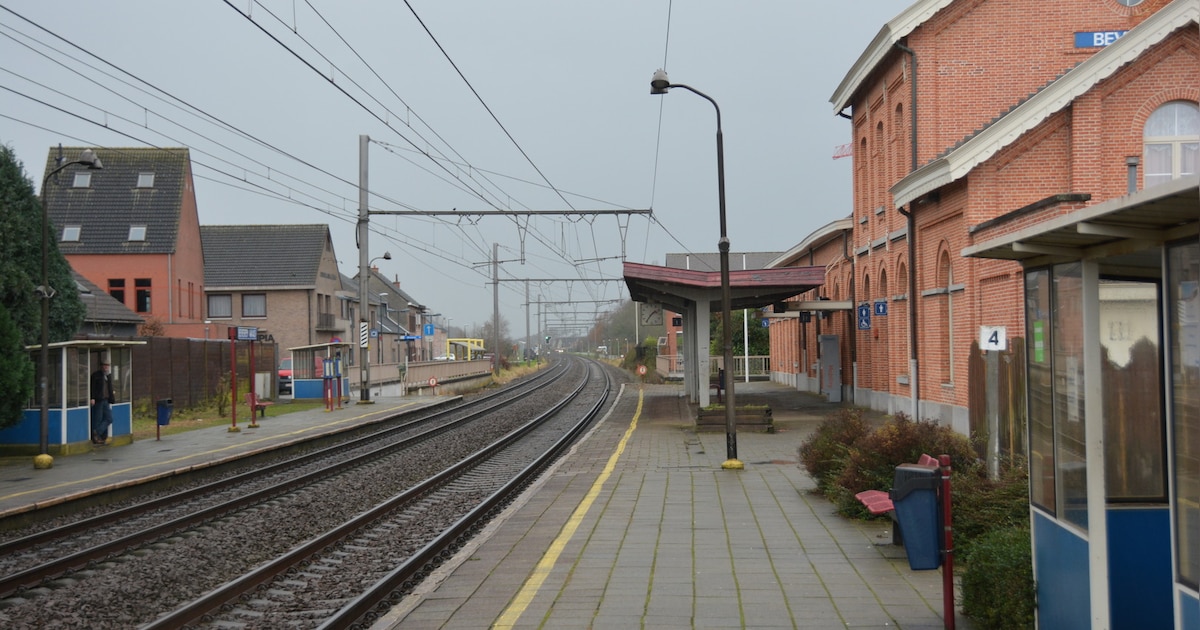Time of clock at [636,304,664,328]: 1:36
